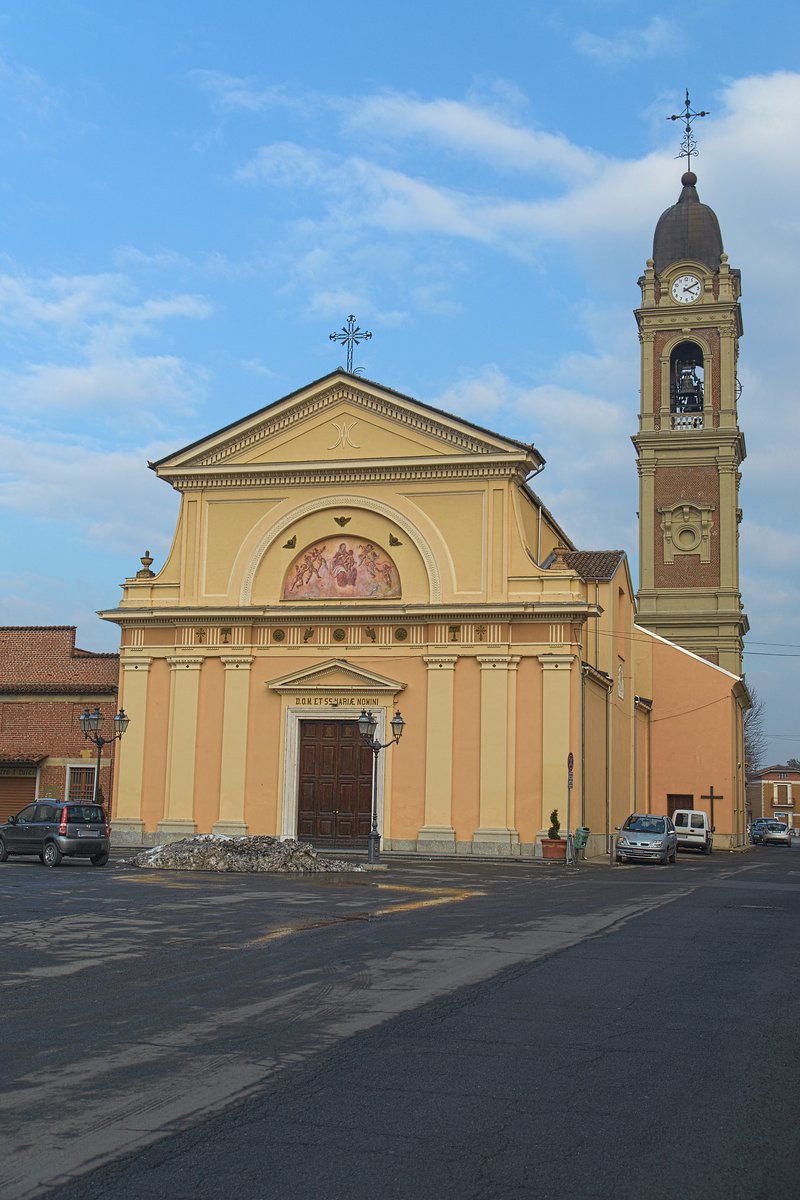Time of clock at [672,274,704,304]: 4:10
